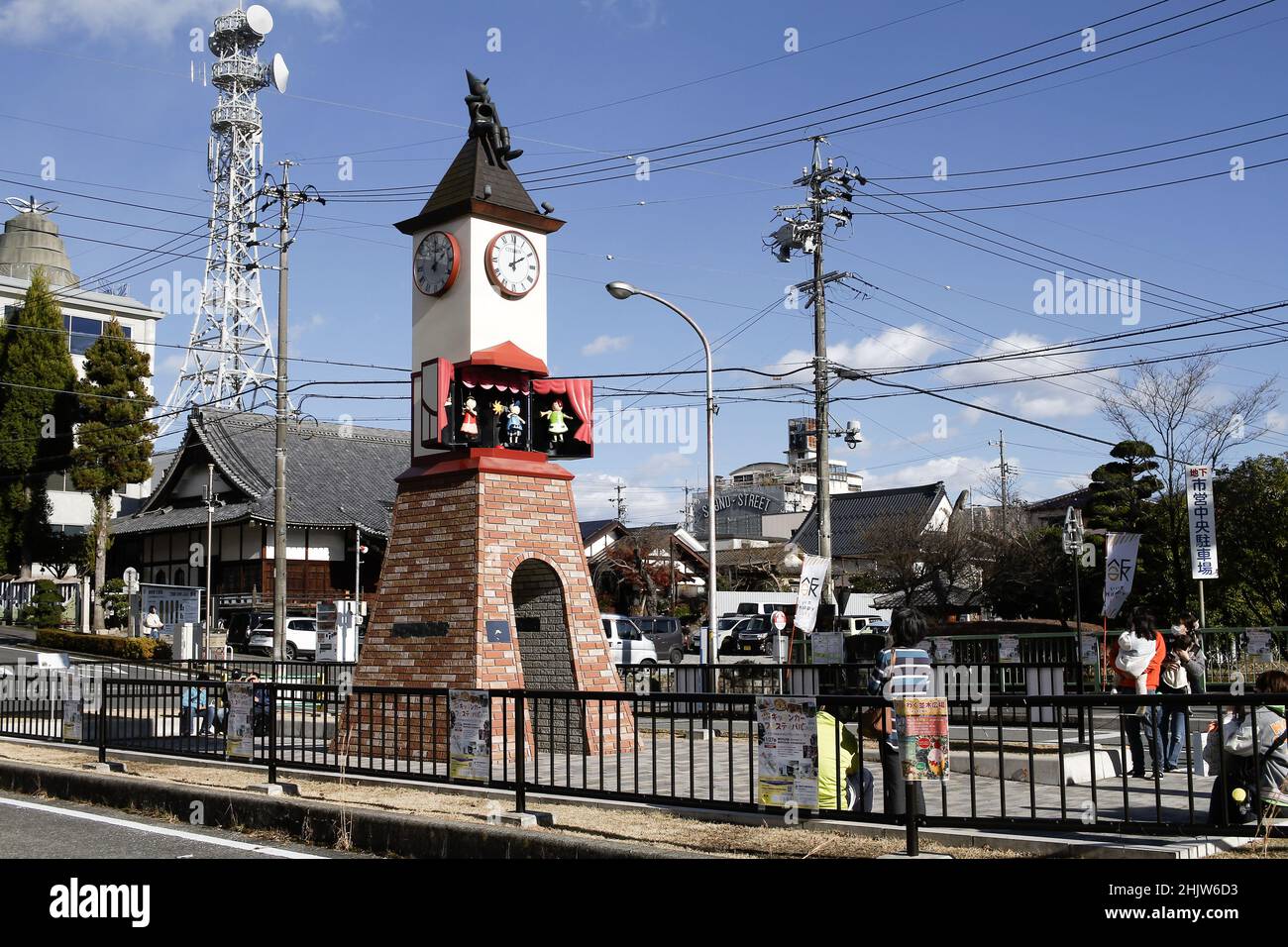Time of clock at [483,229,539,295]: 2:00
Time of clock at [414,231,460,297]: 2:00
